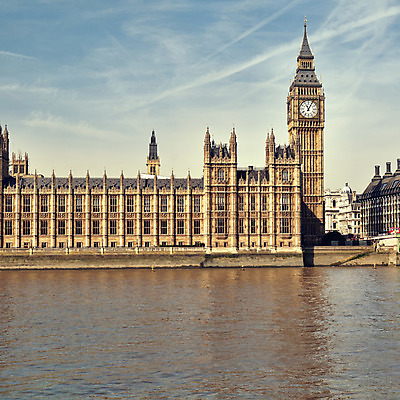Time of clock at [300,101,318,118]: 11:05
